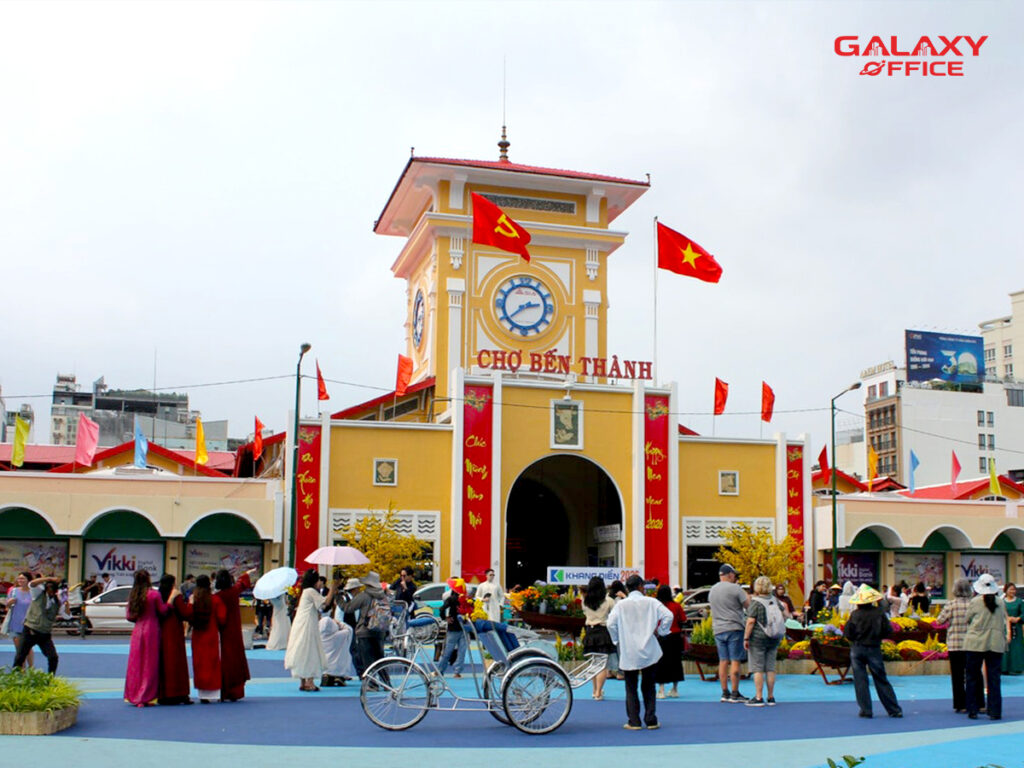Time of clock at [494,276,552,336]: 2:38
